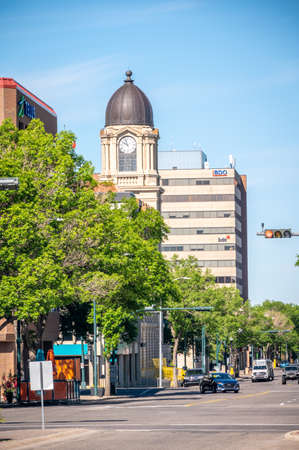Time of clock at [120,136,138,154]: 9:57
